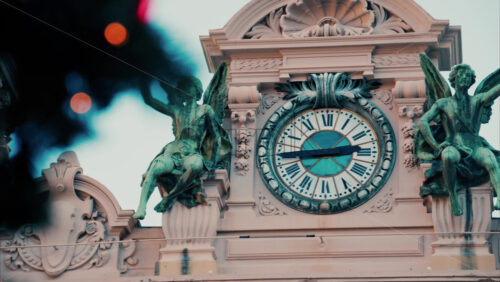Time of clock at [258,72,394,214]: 2:44
